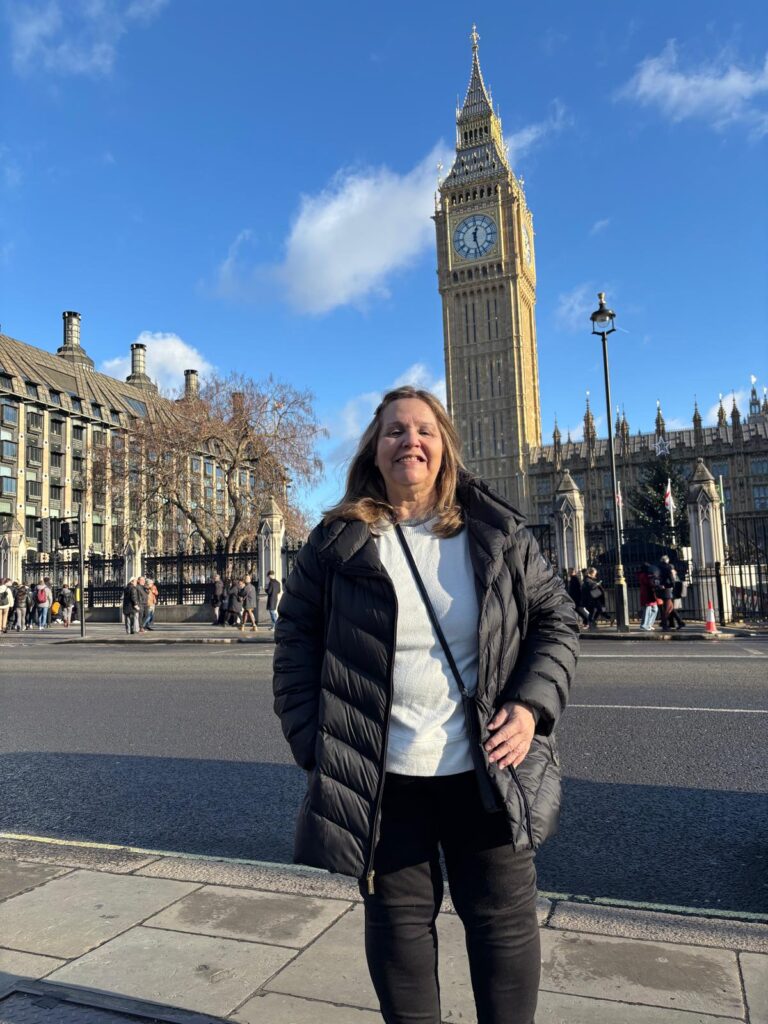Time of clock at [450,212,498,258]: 12:27
